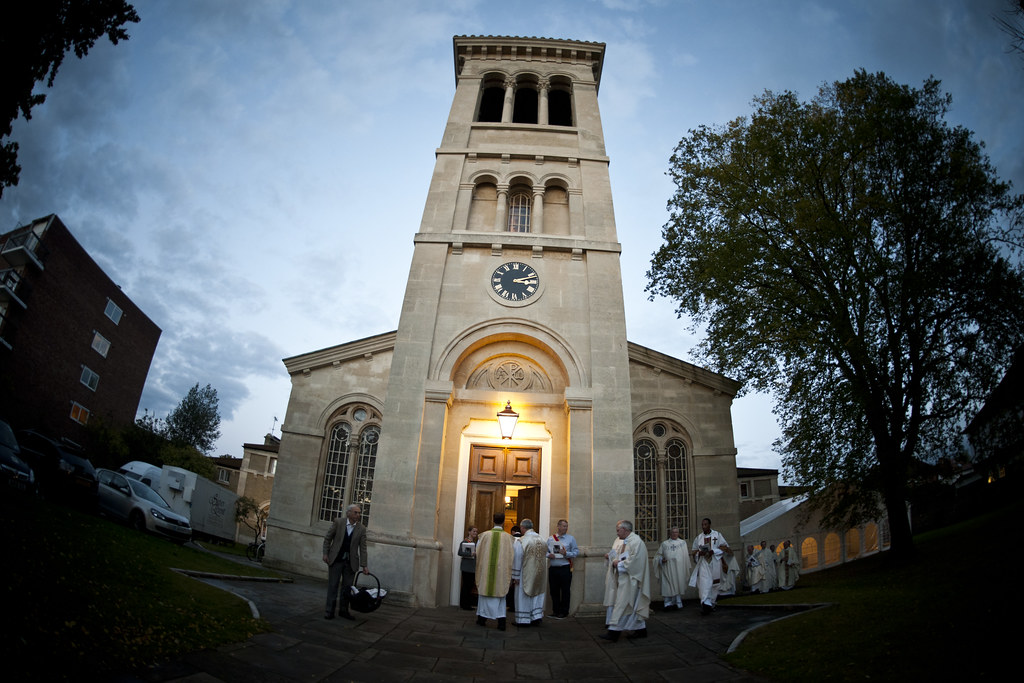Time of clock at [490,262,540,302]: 3:12
